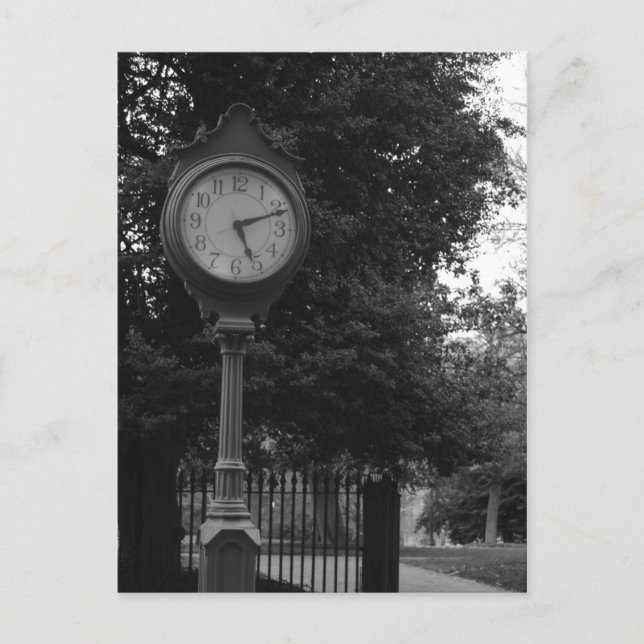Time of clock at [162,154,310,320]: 5:11
